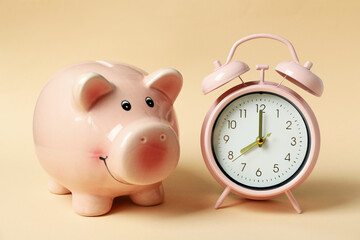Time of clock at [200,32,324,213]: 8:00
